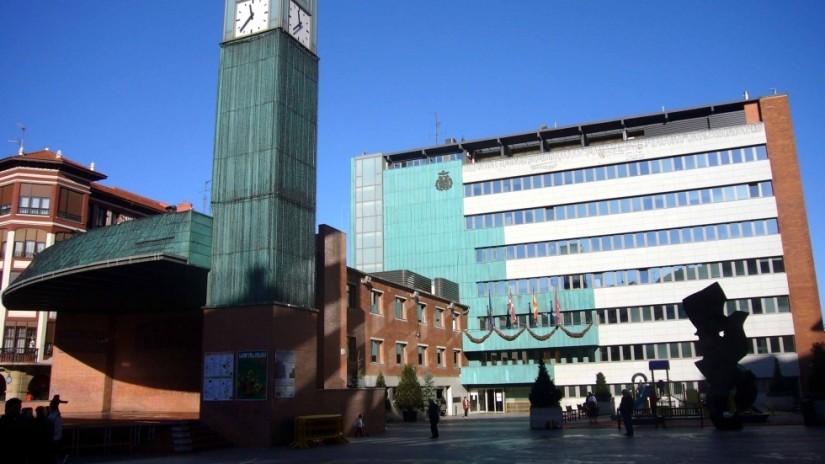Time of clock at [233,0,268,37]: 11:37
